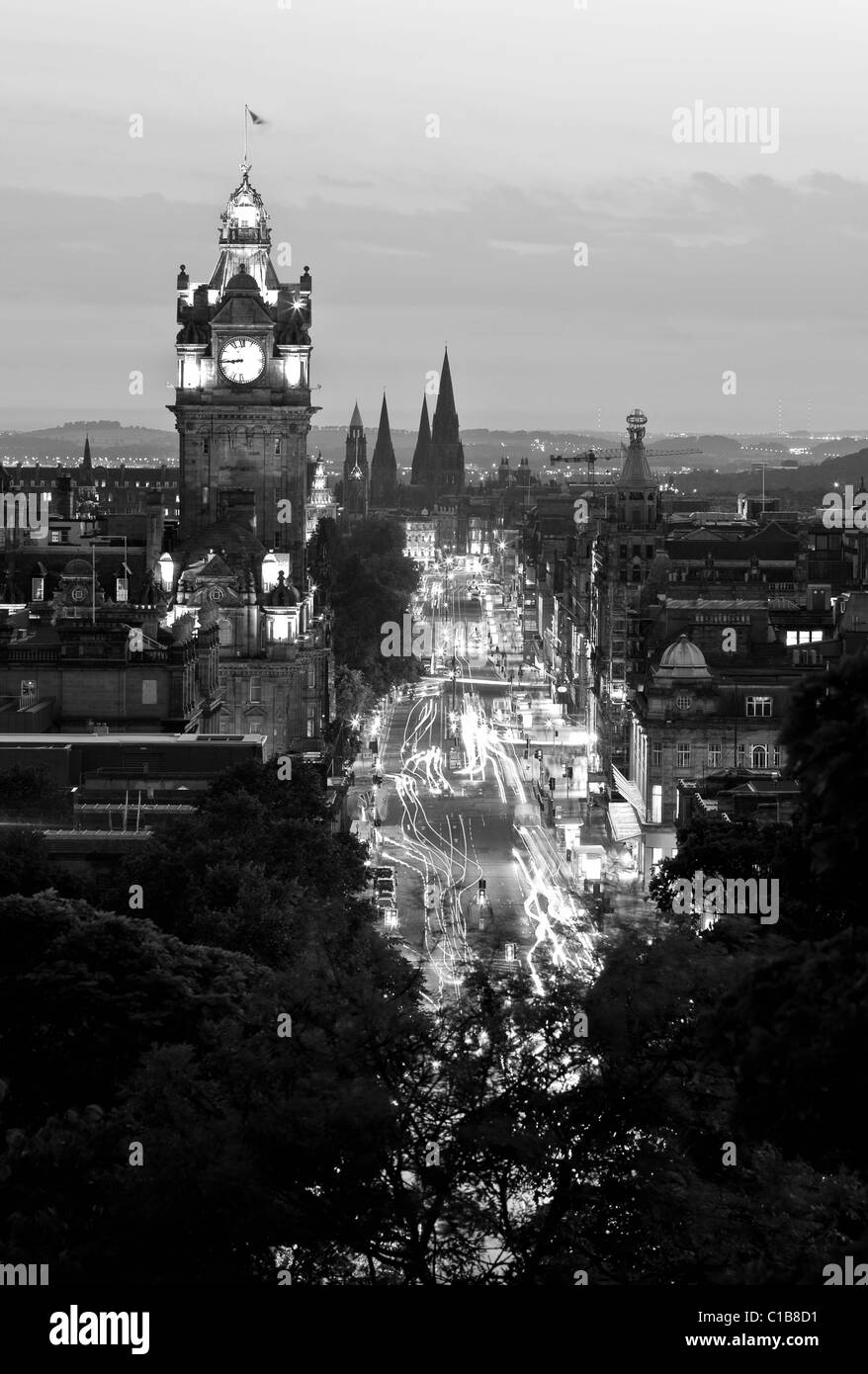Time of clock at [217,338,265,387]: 8:44
